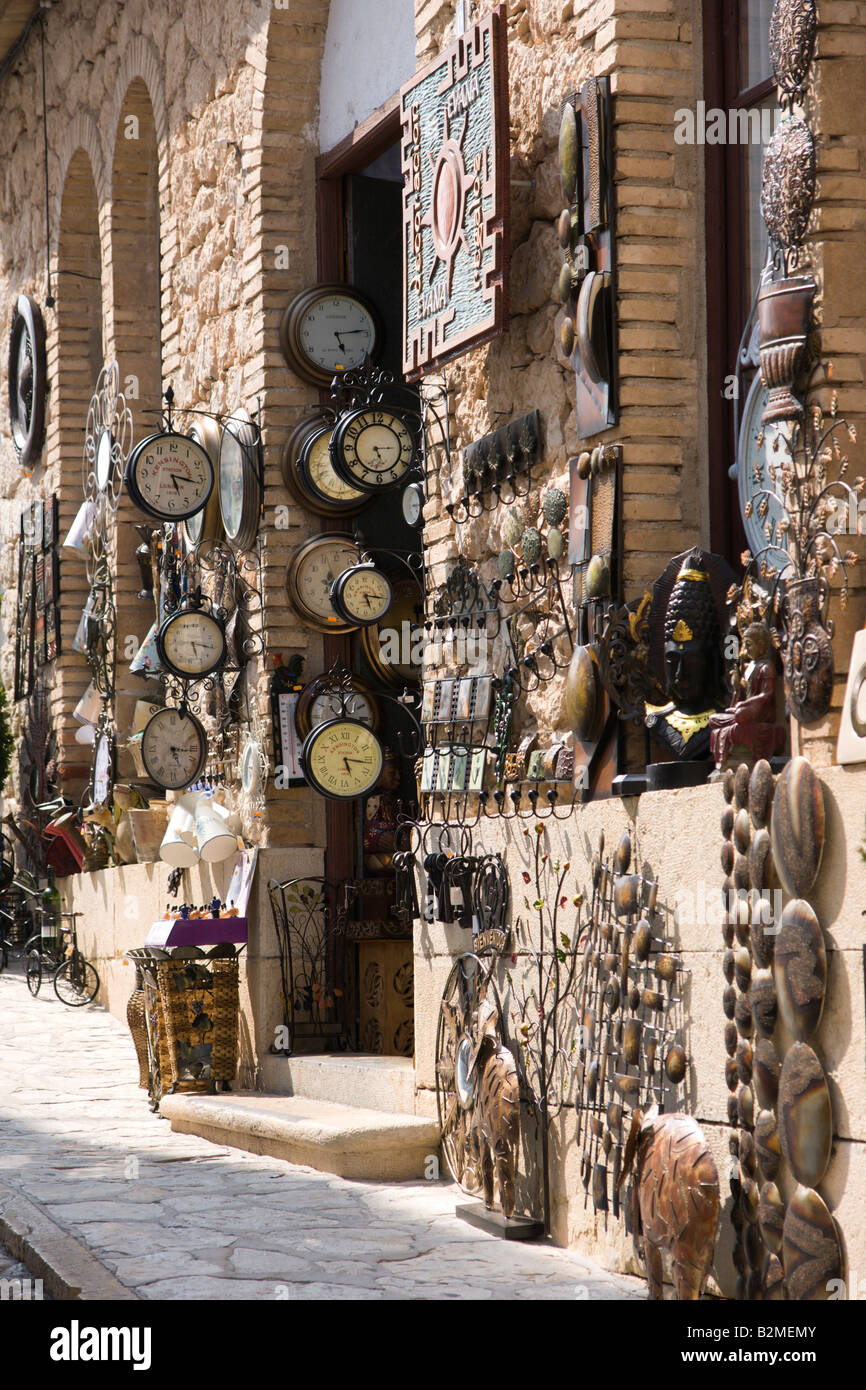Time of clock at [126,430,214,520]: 5:16
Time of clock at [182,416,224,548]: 5:16
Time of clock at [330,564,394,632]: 5:16
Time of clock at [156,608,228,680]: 5:15
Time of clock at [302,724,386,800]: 5:16
